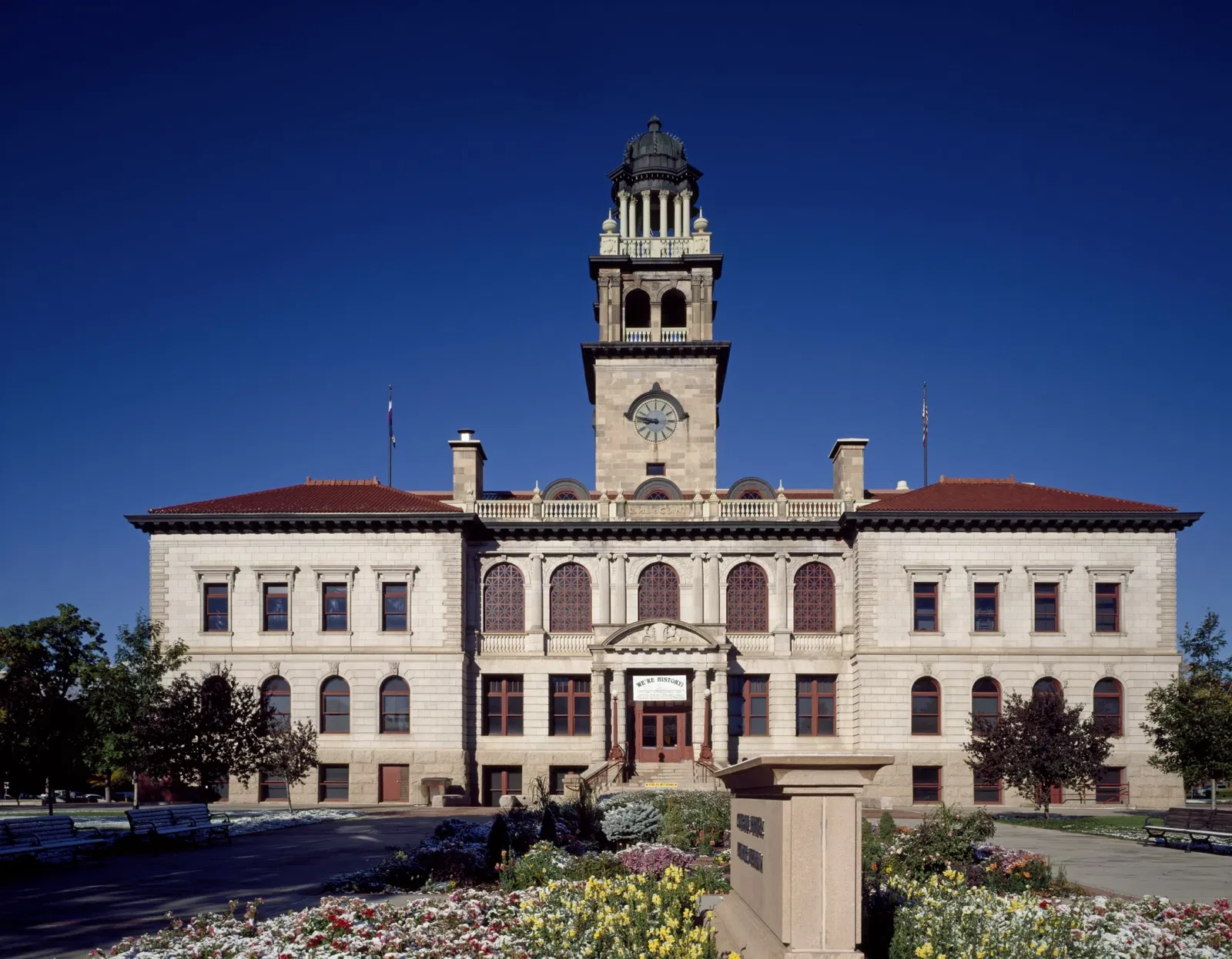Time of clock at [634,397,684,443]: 8:46
